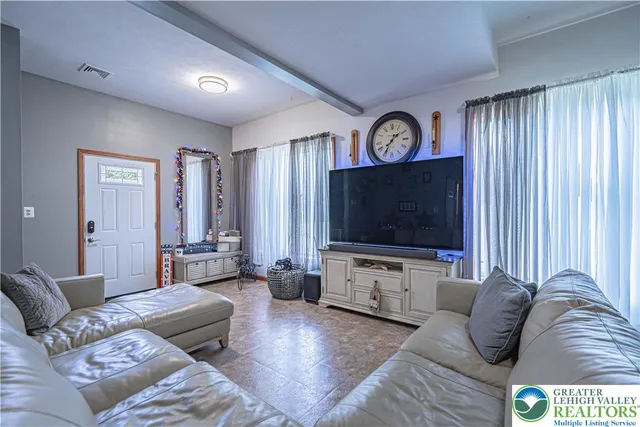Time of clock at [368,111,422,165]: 1:35
